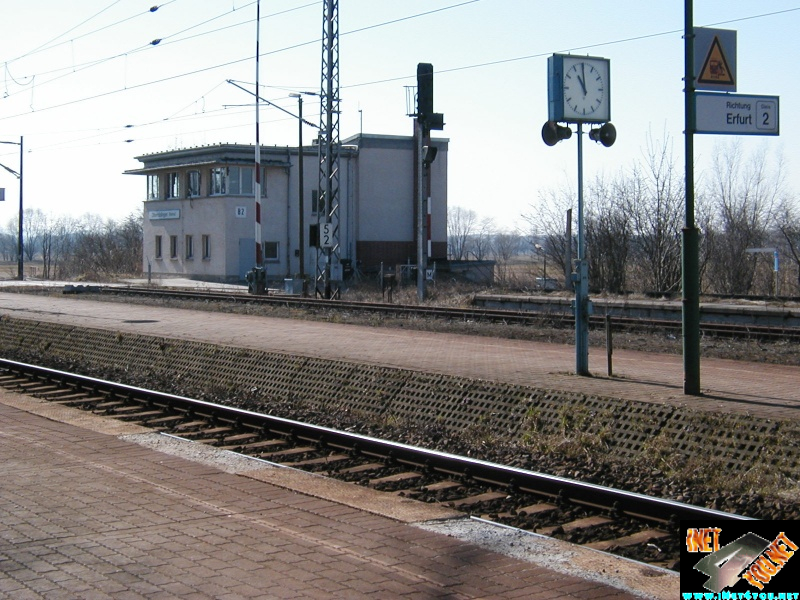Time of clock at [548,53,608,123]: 10:59
